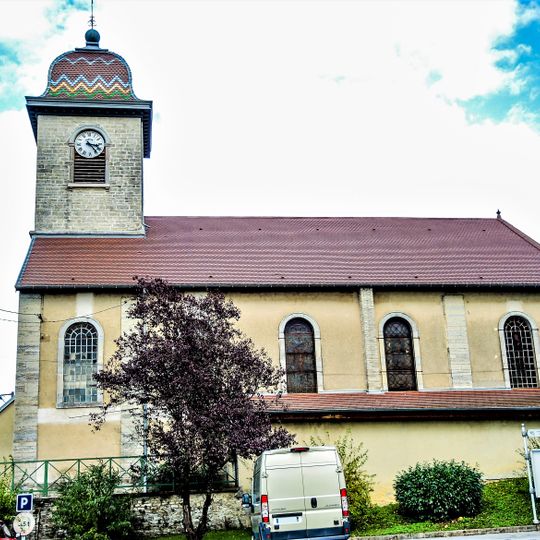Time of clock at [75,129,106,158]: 3:23
